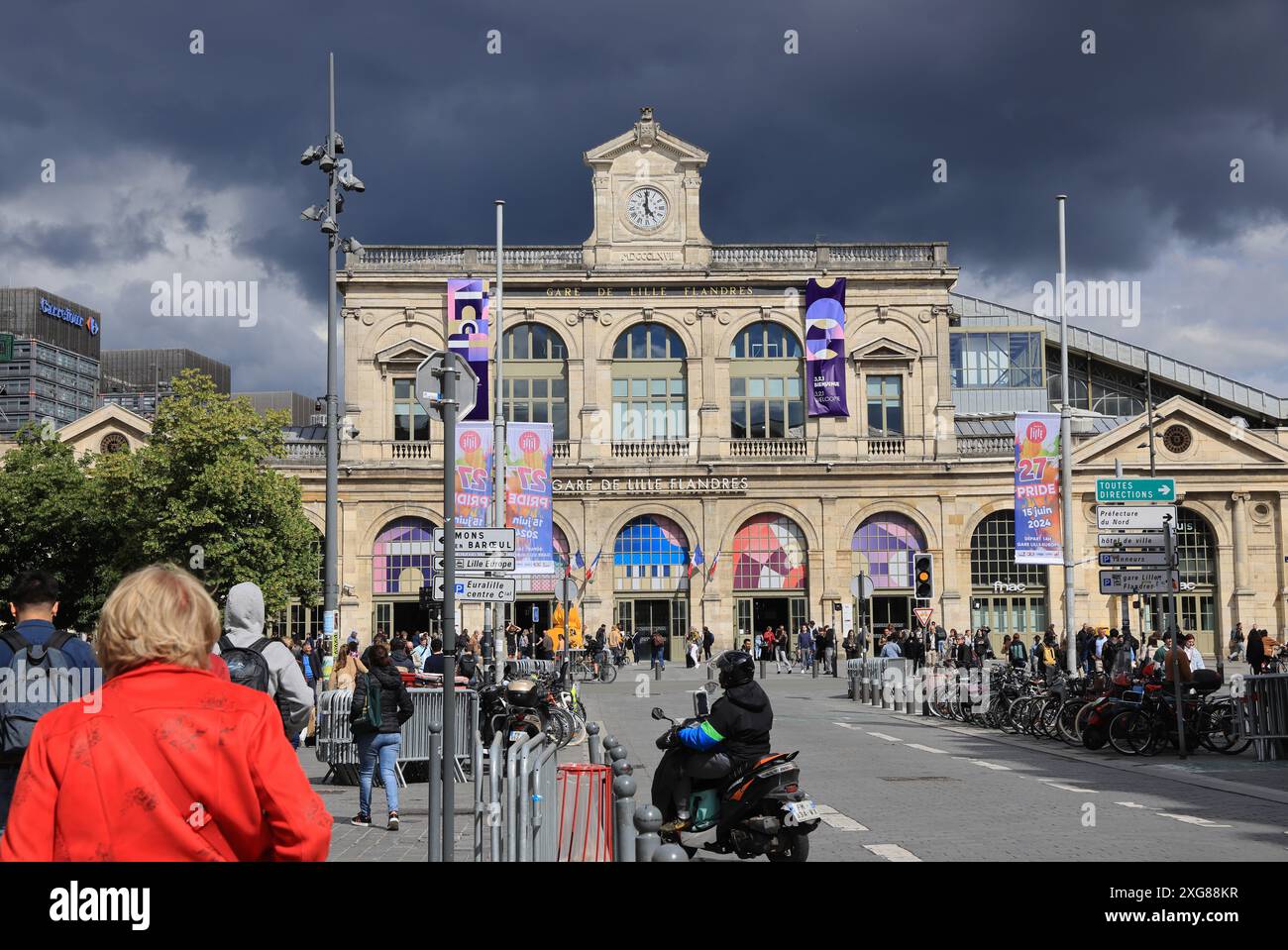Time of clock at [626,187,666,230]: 4:59
